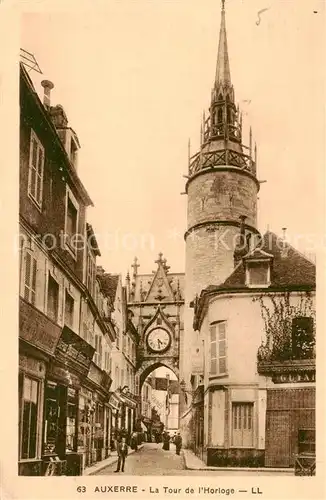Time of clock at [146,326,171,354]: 4:28
